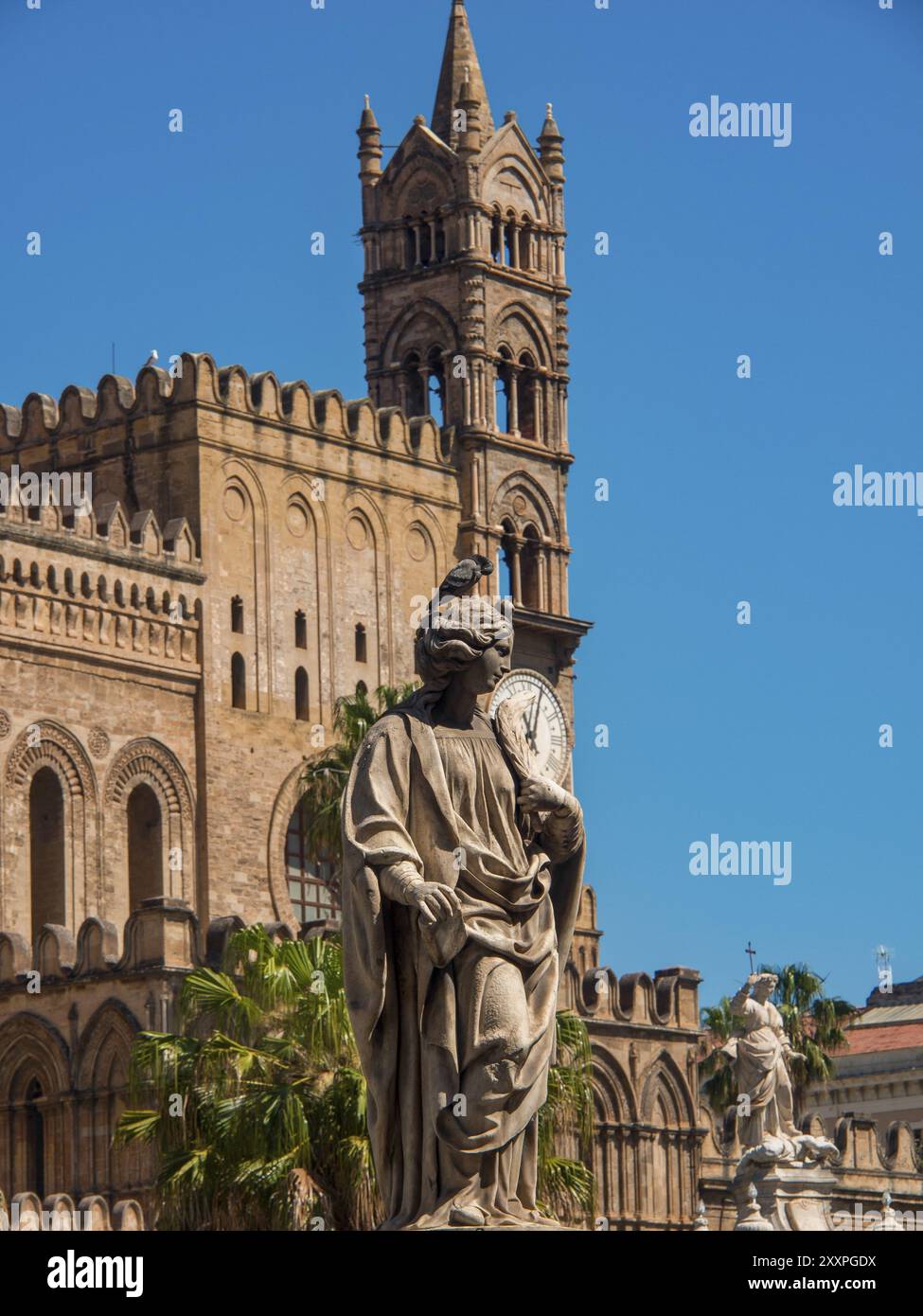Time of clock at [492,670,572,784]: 11:04
